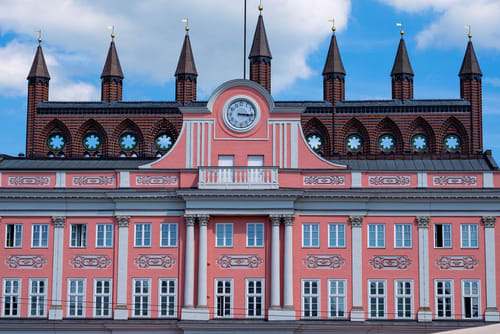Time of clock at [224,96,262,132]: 3:15
